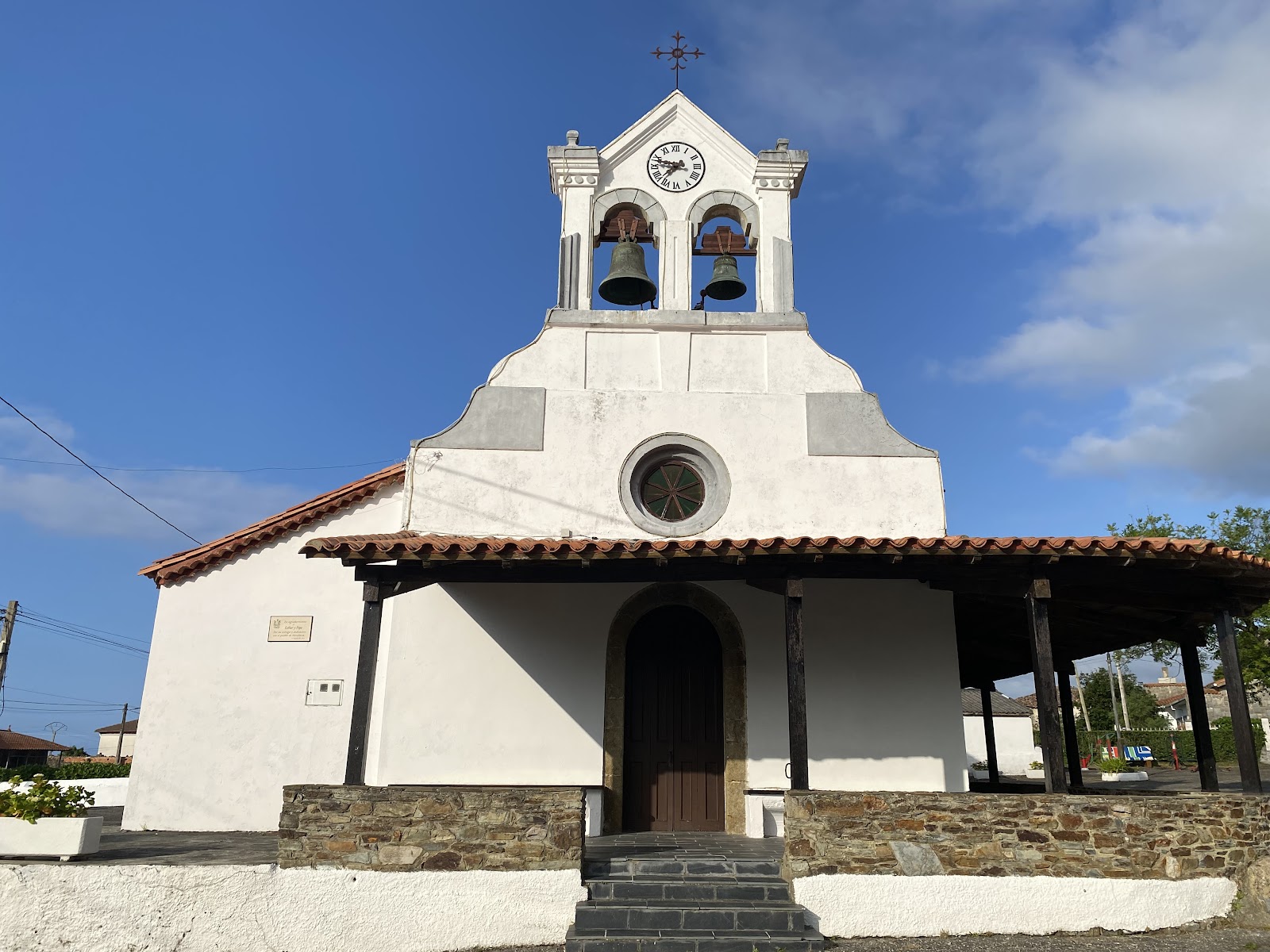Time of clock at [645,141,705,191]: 7:47
